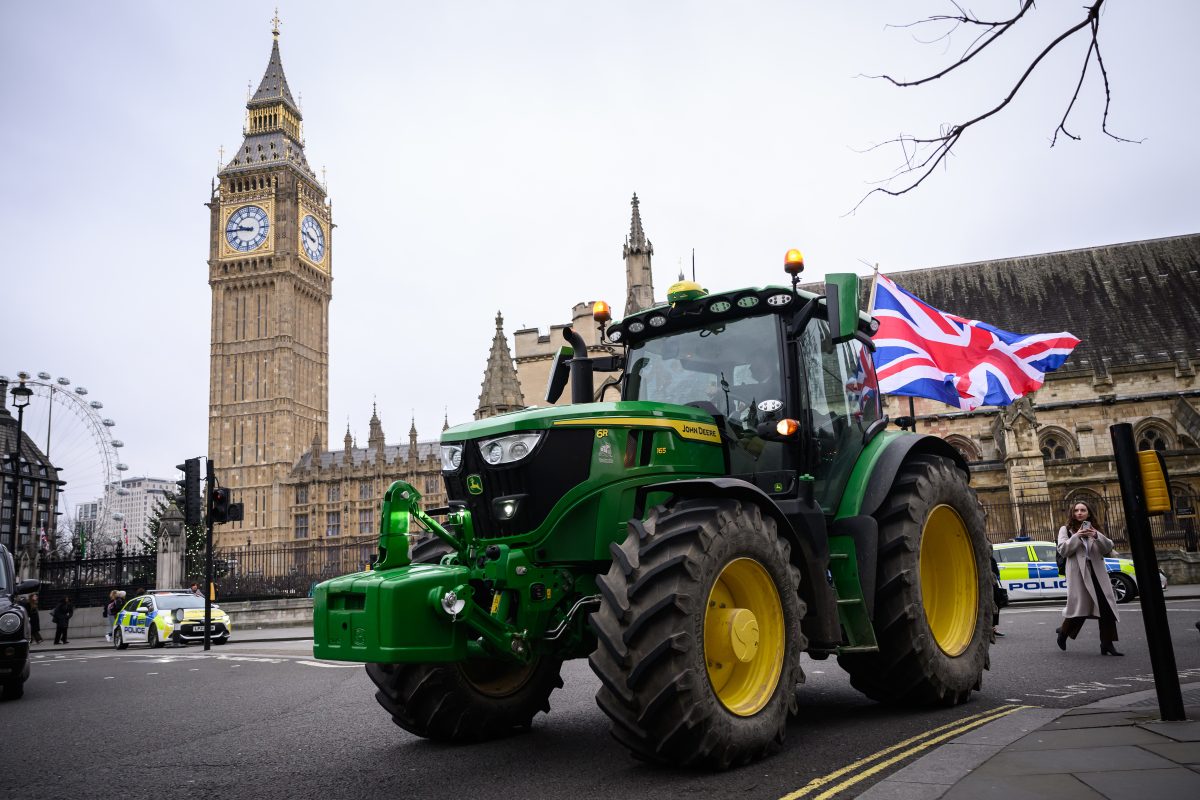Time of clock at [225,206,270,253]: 9:45
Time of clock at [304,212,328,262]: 9:45
